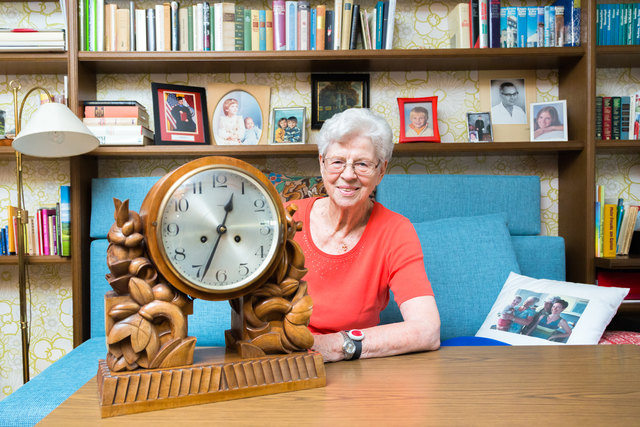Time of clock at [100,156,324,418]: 12:33
